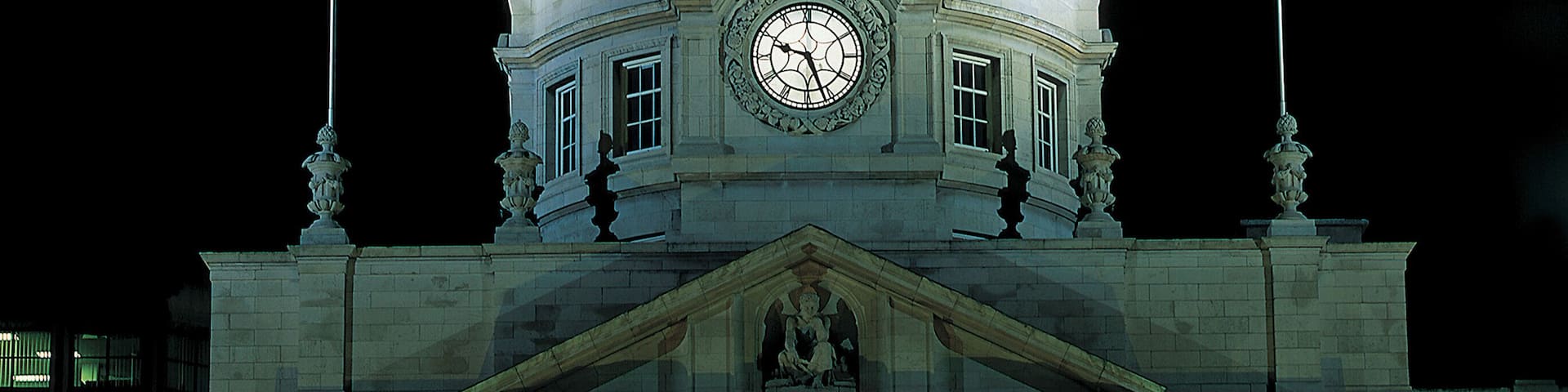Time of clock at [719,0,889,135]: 9:26
